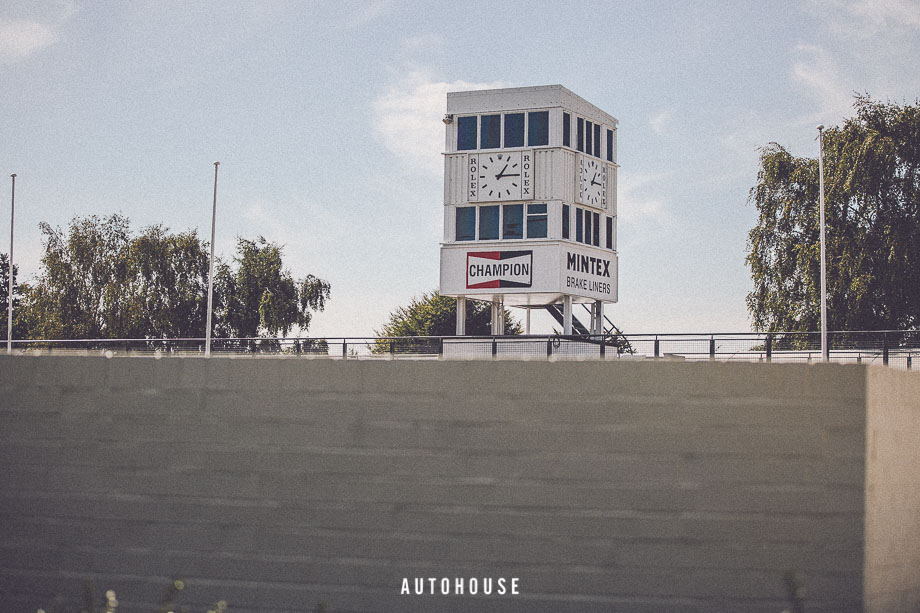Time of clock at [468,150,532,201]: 1:14
